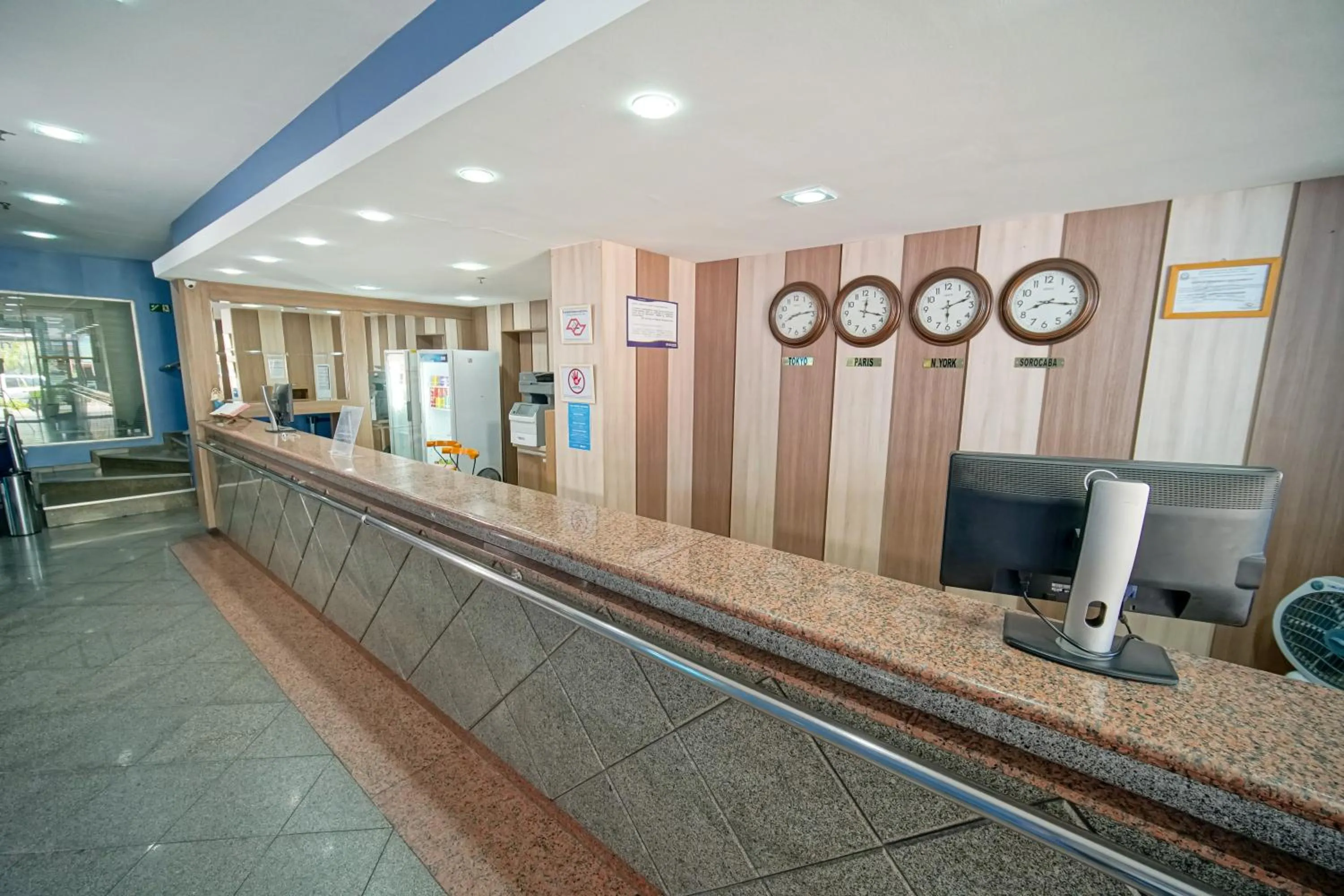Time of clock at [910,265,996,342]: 6:11
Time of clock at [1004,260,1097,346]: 8:16
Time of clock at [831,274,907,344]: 12:17
